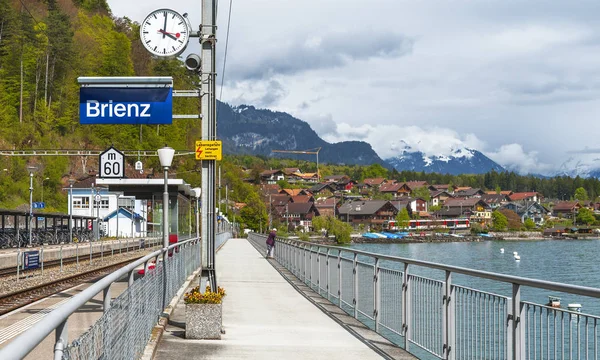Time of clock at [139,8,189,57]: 4:01
